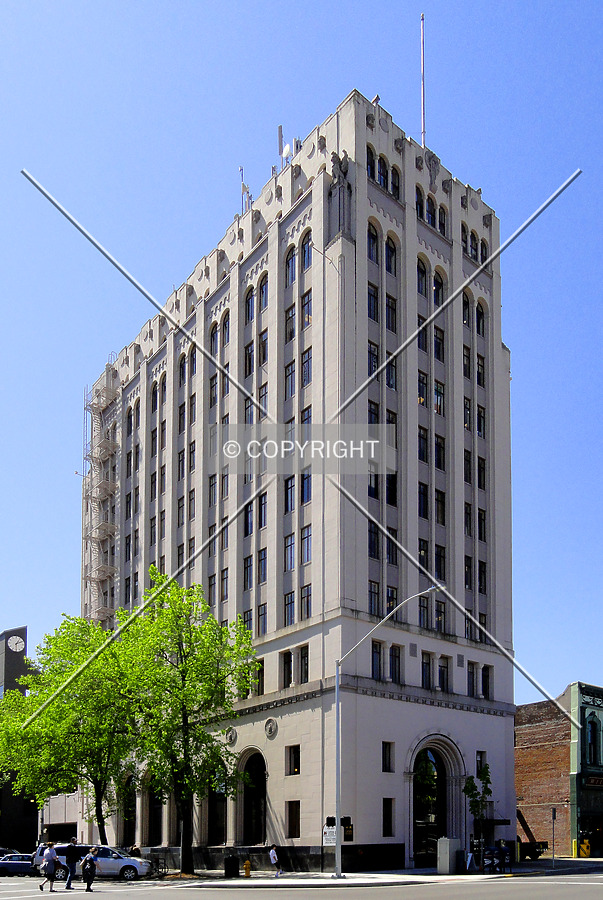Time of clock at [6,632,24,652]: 1:11
